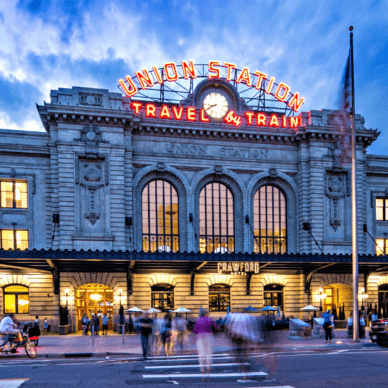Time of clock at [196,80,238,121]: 8:40
